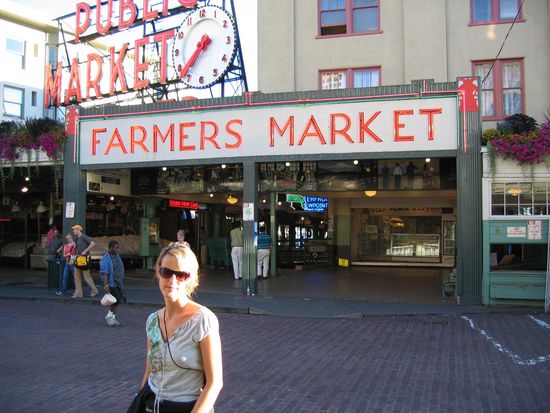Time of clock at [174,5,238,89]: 7:37
